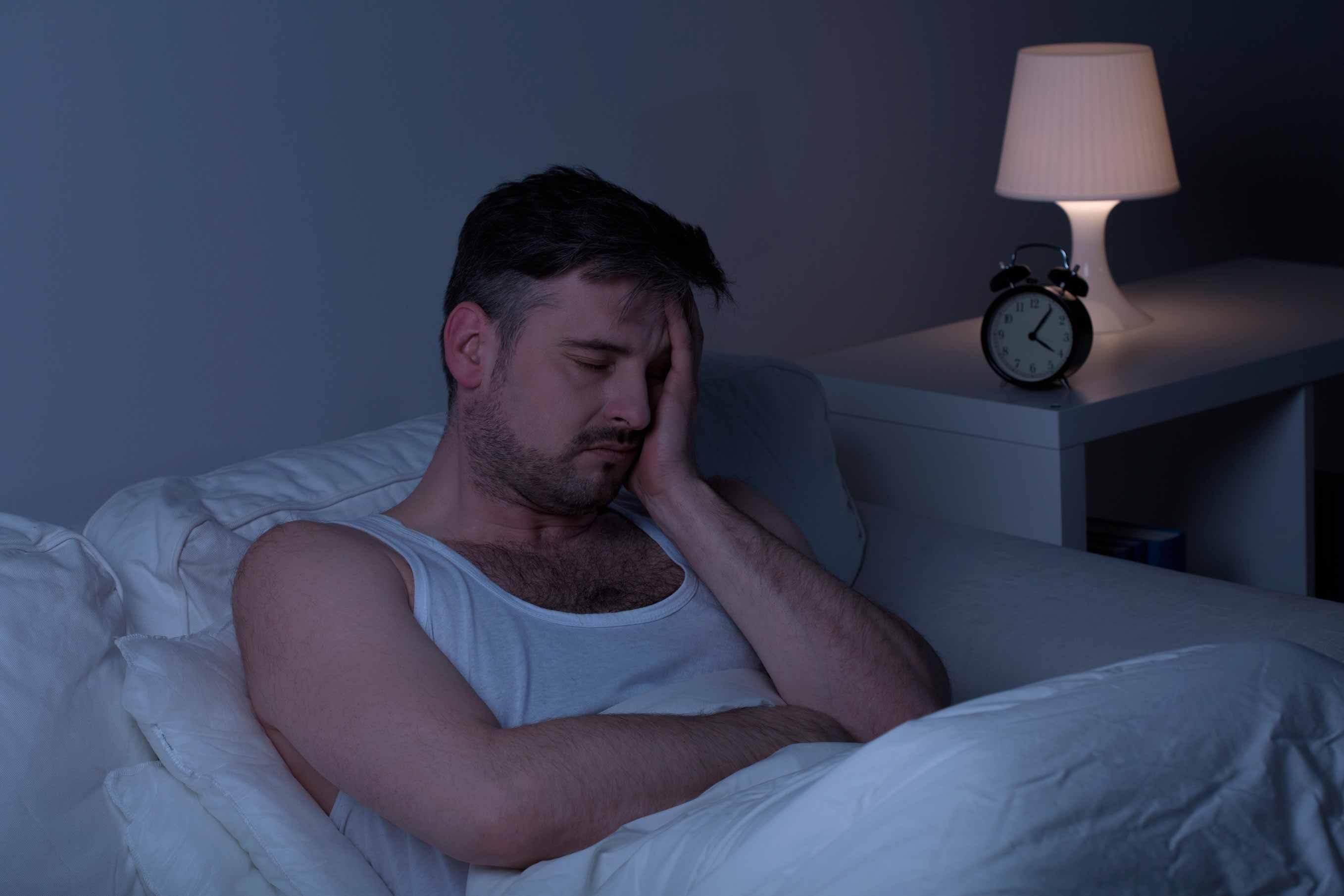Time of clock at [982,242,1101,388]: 4:05
